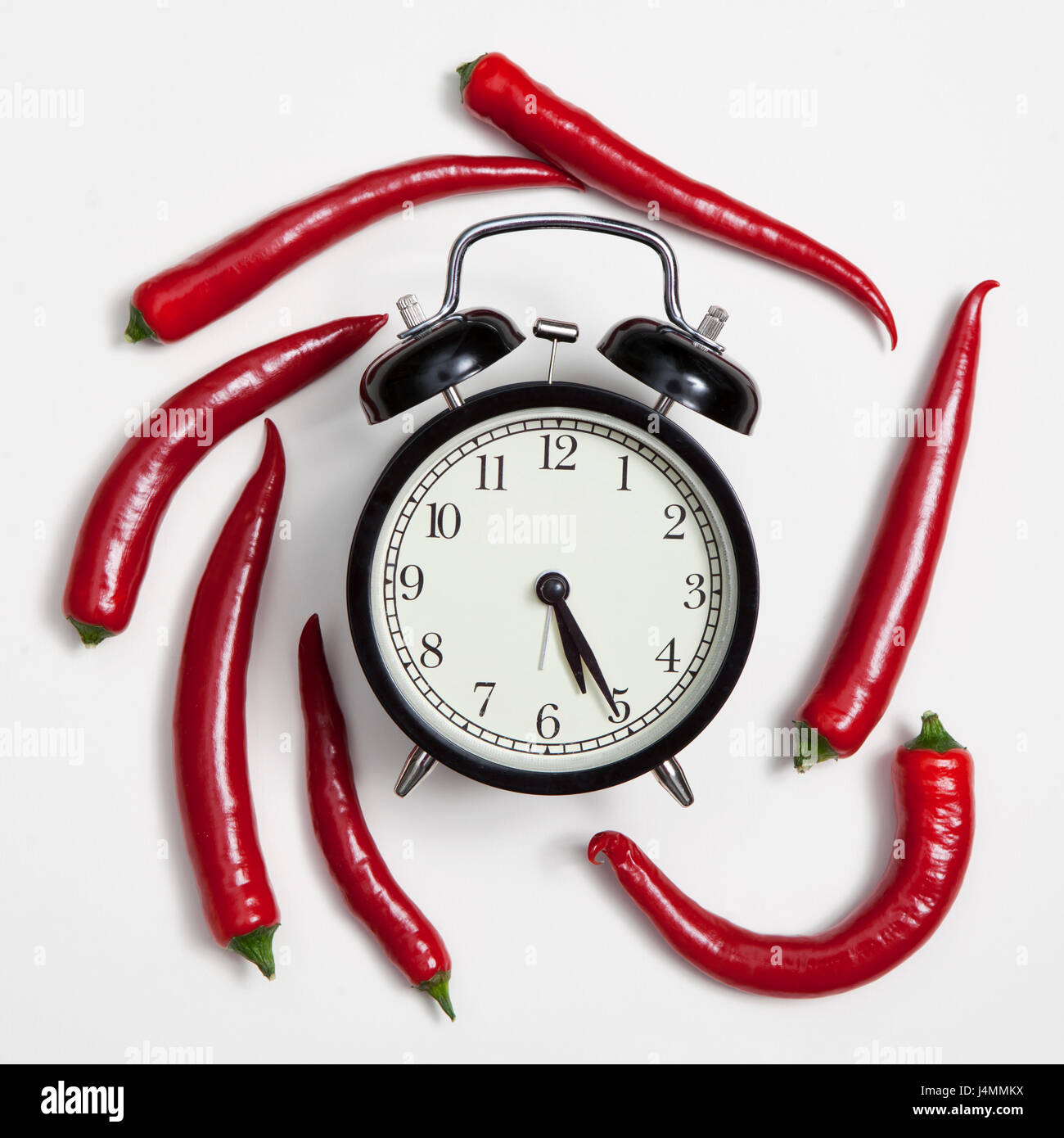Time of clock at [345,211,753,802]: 5:25
